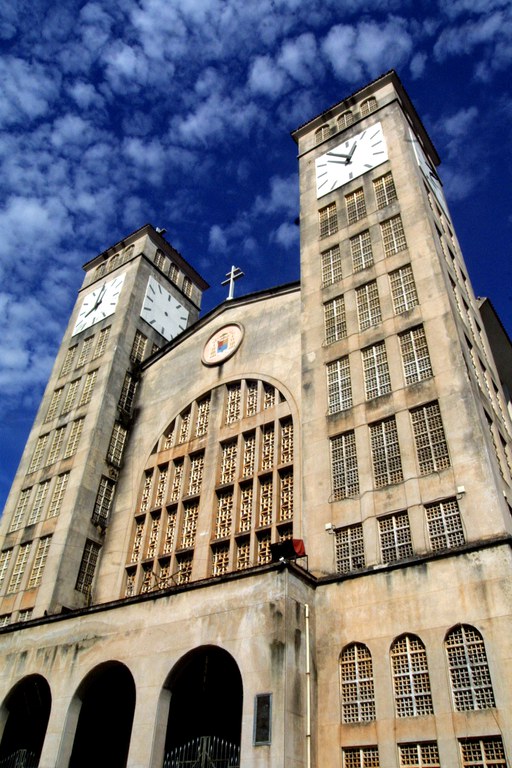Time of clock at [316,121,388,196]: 12:52
